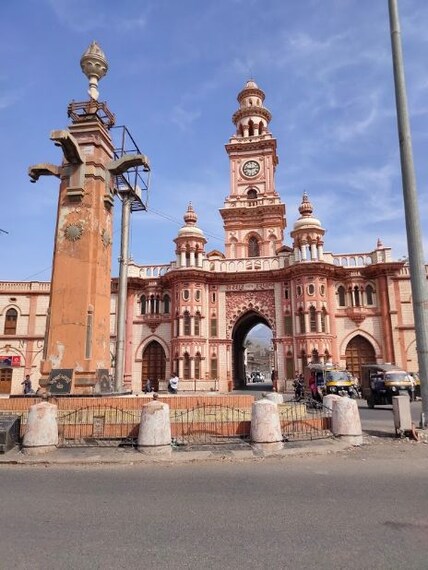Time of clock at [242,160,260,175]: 2:46
